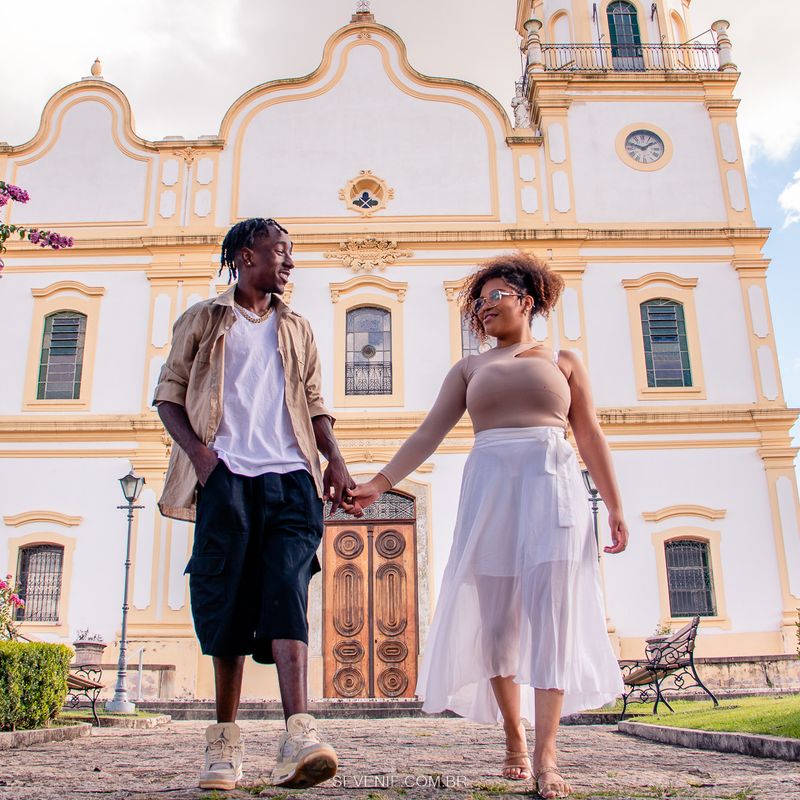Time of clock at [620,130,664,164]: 1:47
